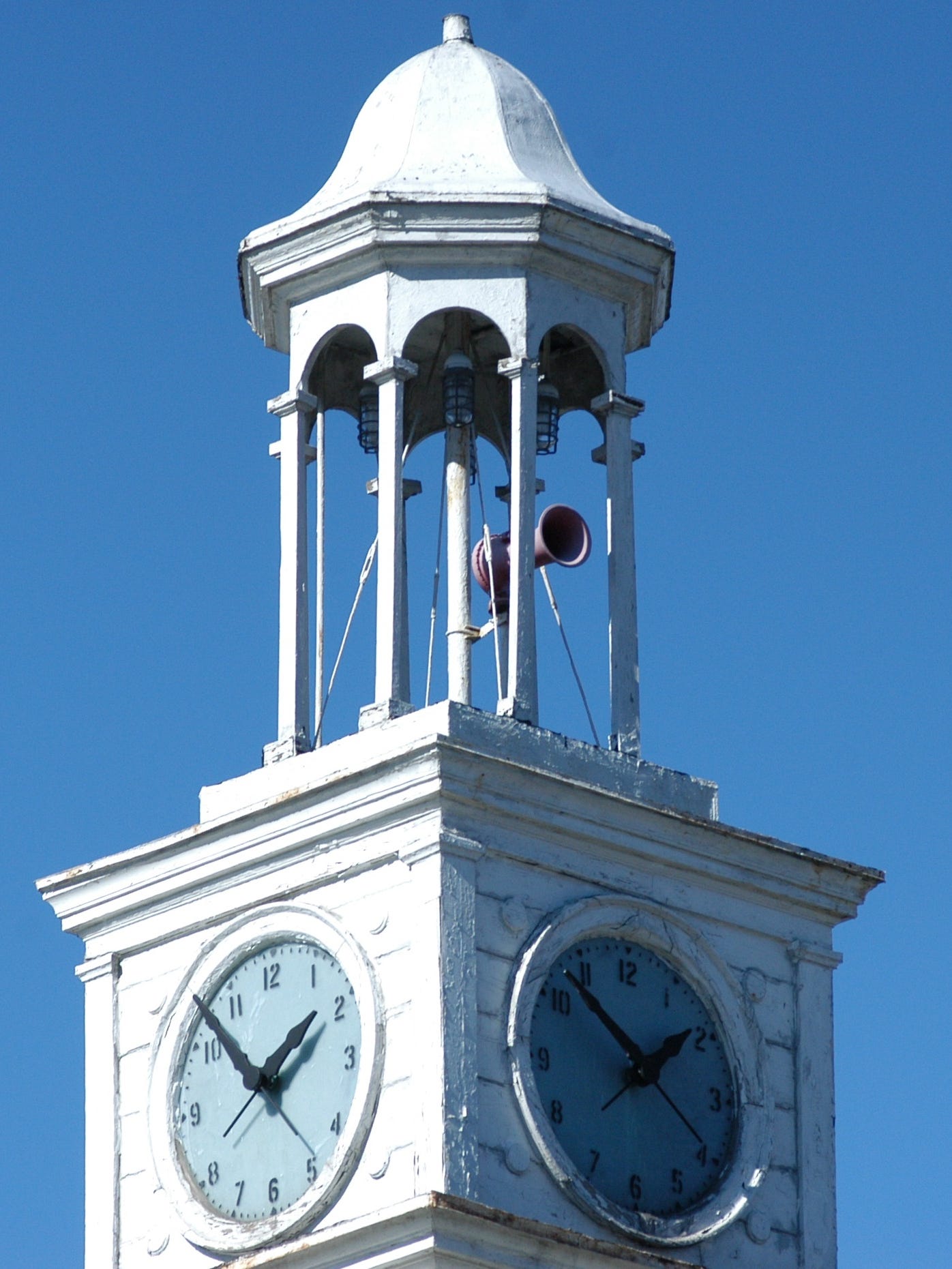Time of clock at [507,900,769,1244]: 1:52
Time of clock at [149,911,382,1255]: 1:52
